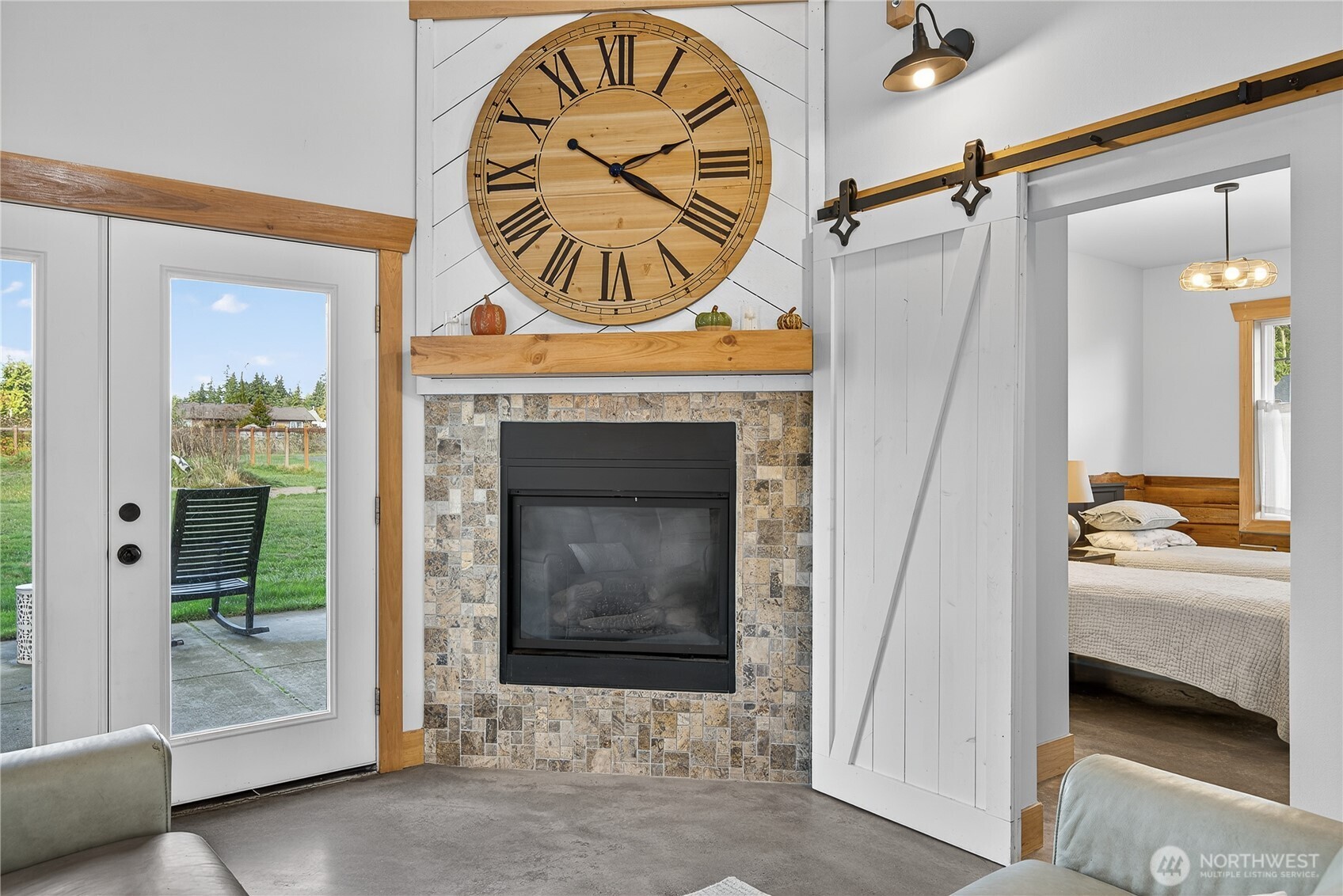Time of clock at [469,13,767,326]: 2:20
